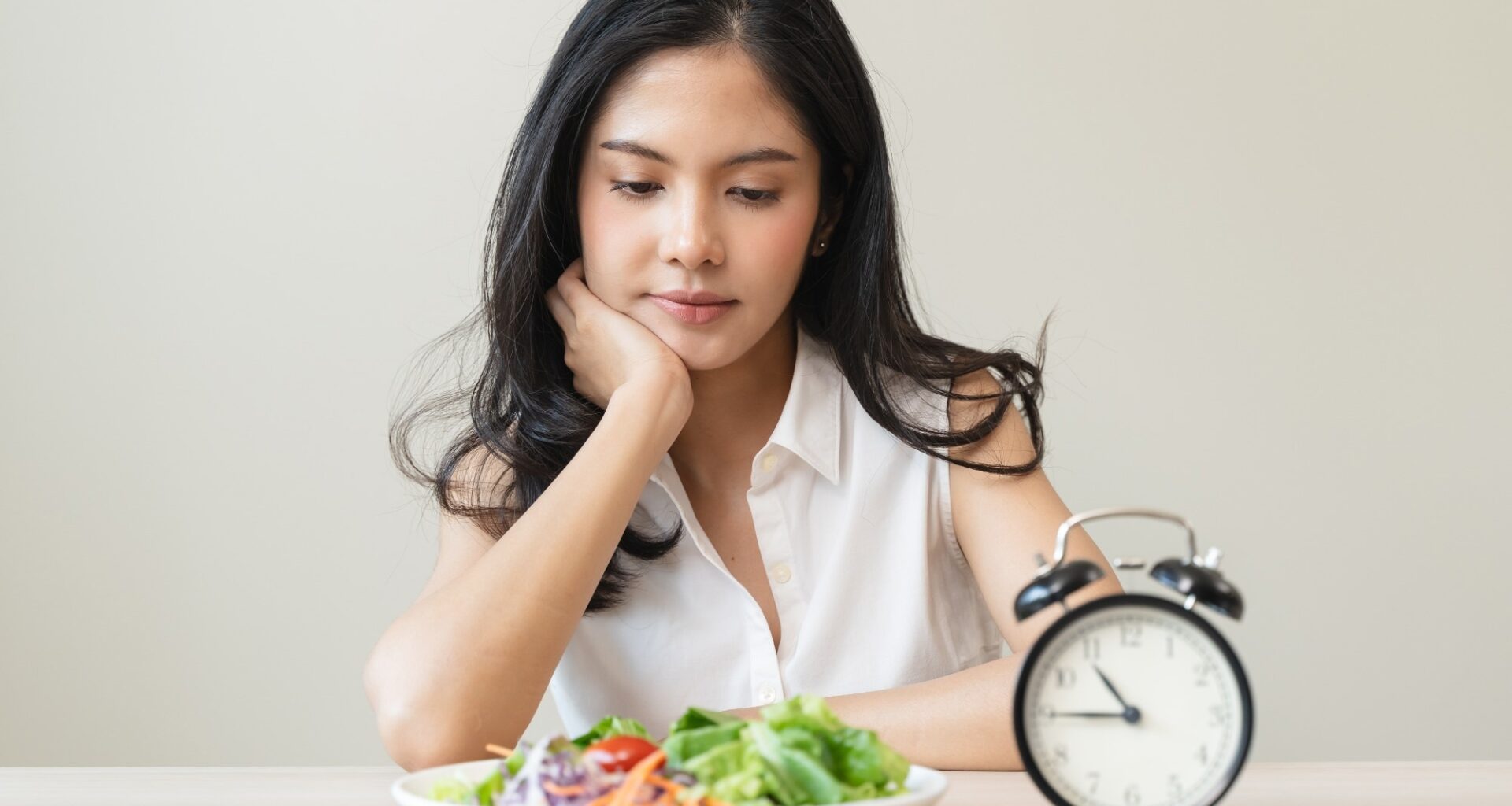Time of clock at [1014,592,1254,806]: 10:45
